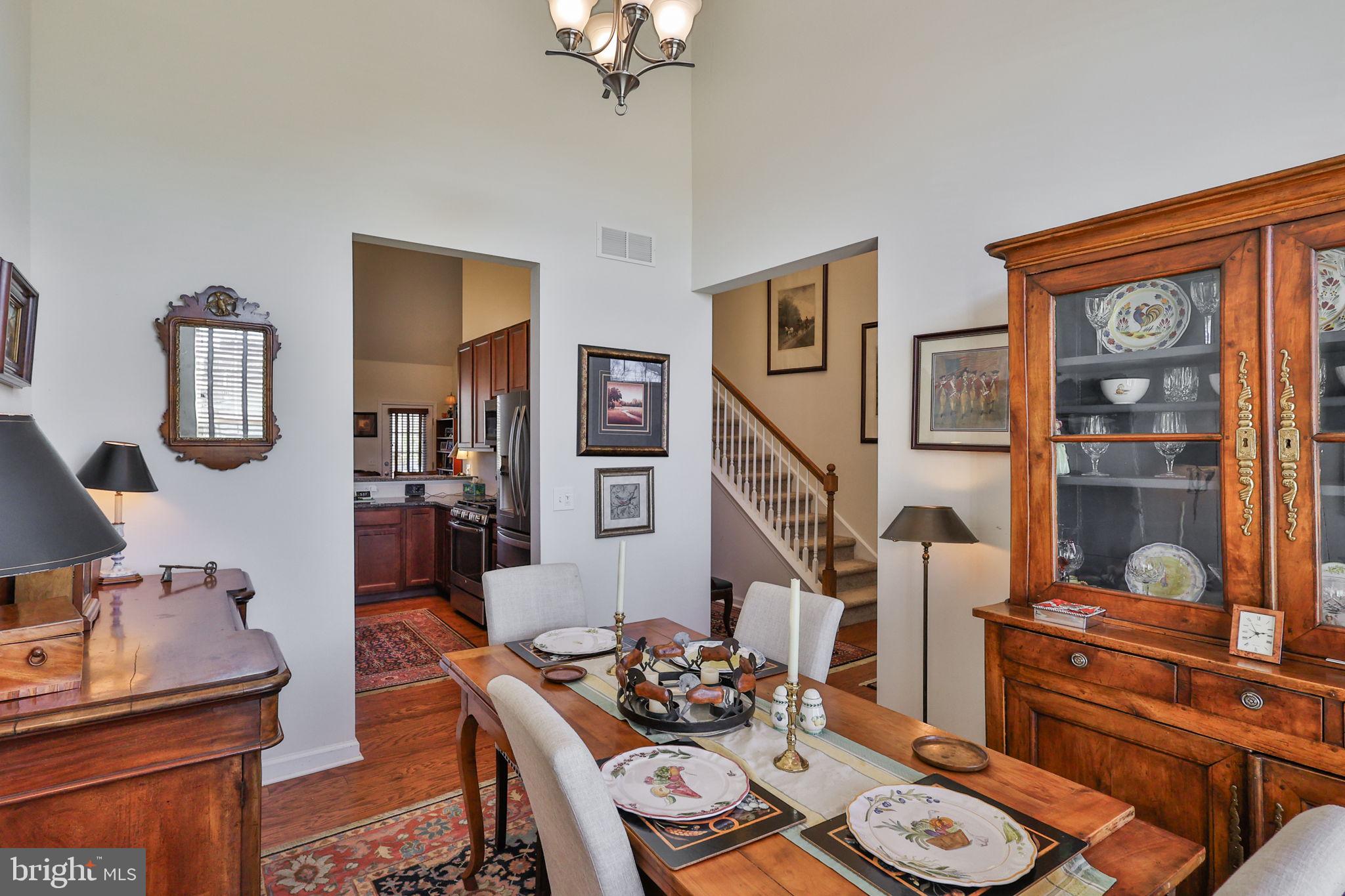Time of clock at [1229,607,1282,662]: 2:38
